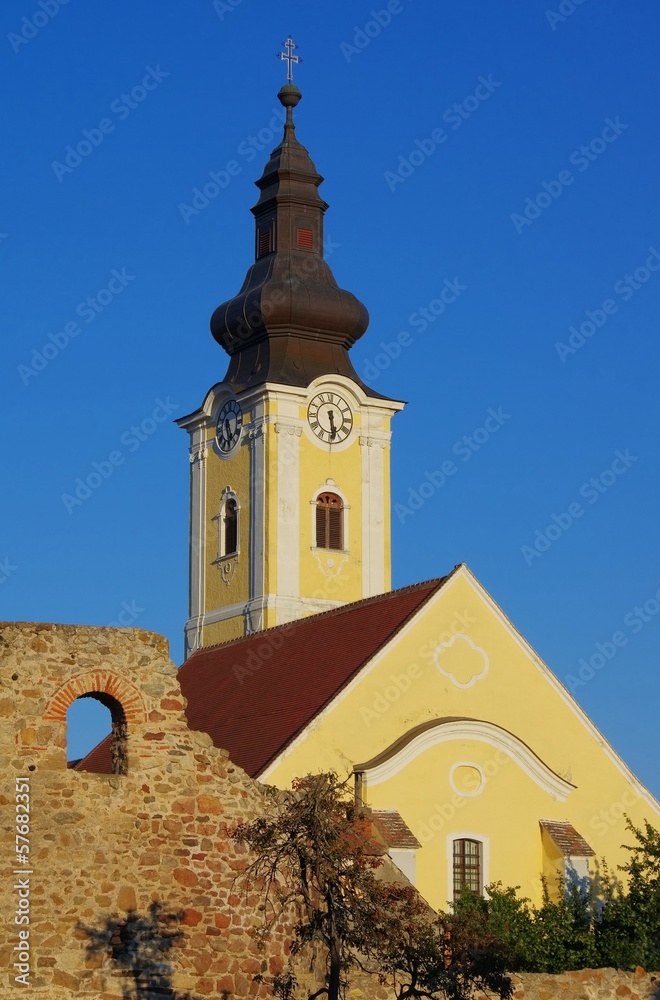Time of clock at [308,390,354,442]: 5:28
